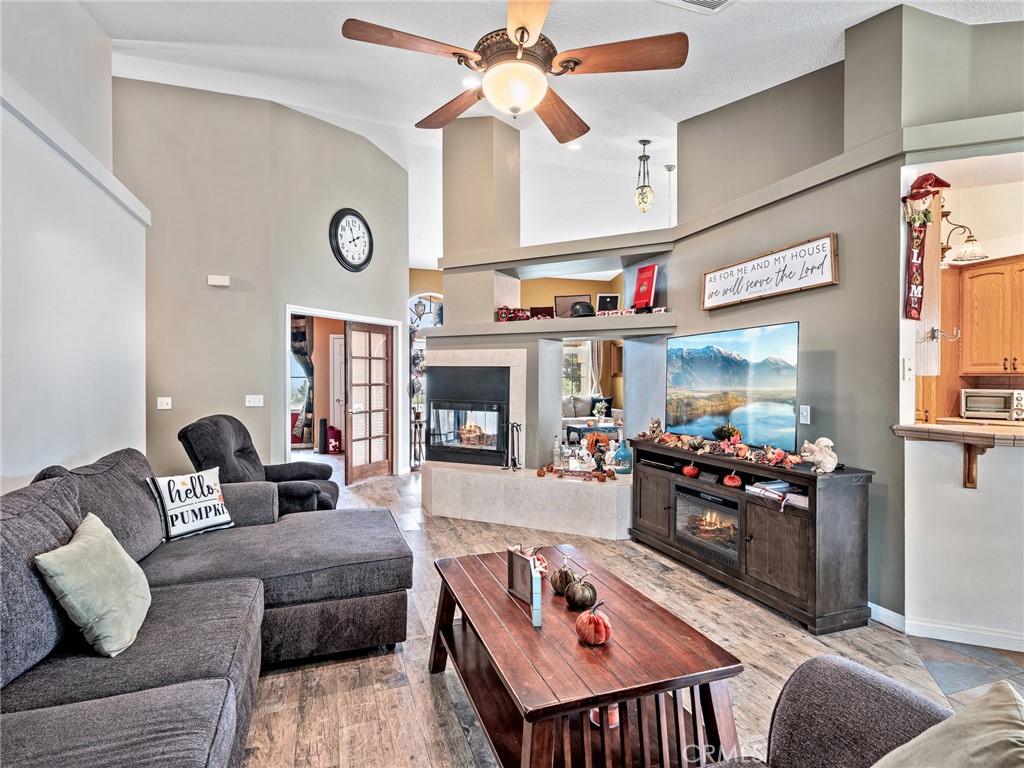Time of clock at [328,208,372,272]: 1:56
